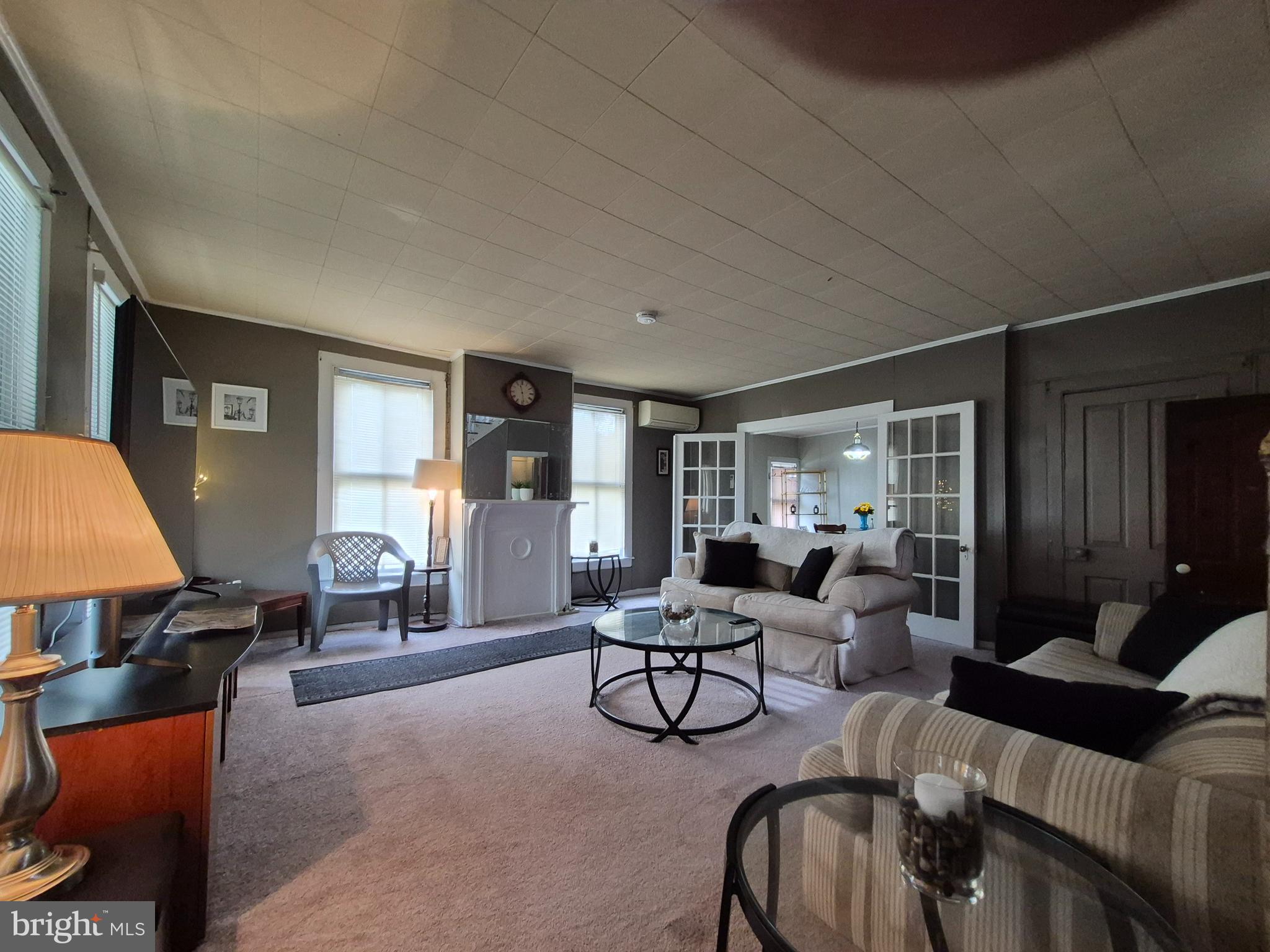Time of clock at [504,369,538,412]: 11:28
